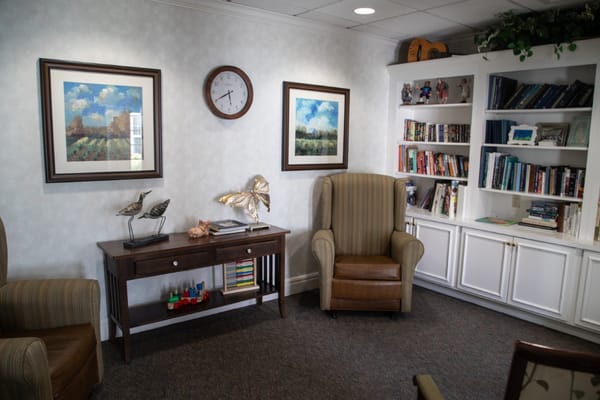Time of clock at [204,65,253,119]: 5:40
